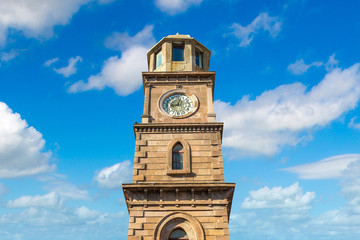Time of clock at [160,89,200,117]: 9:01
